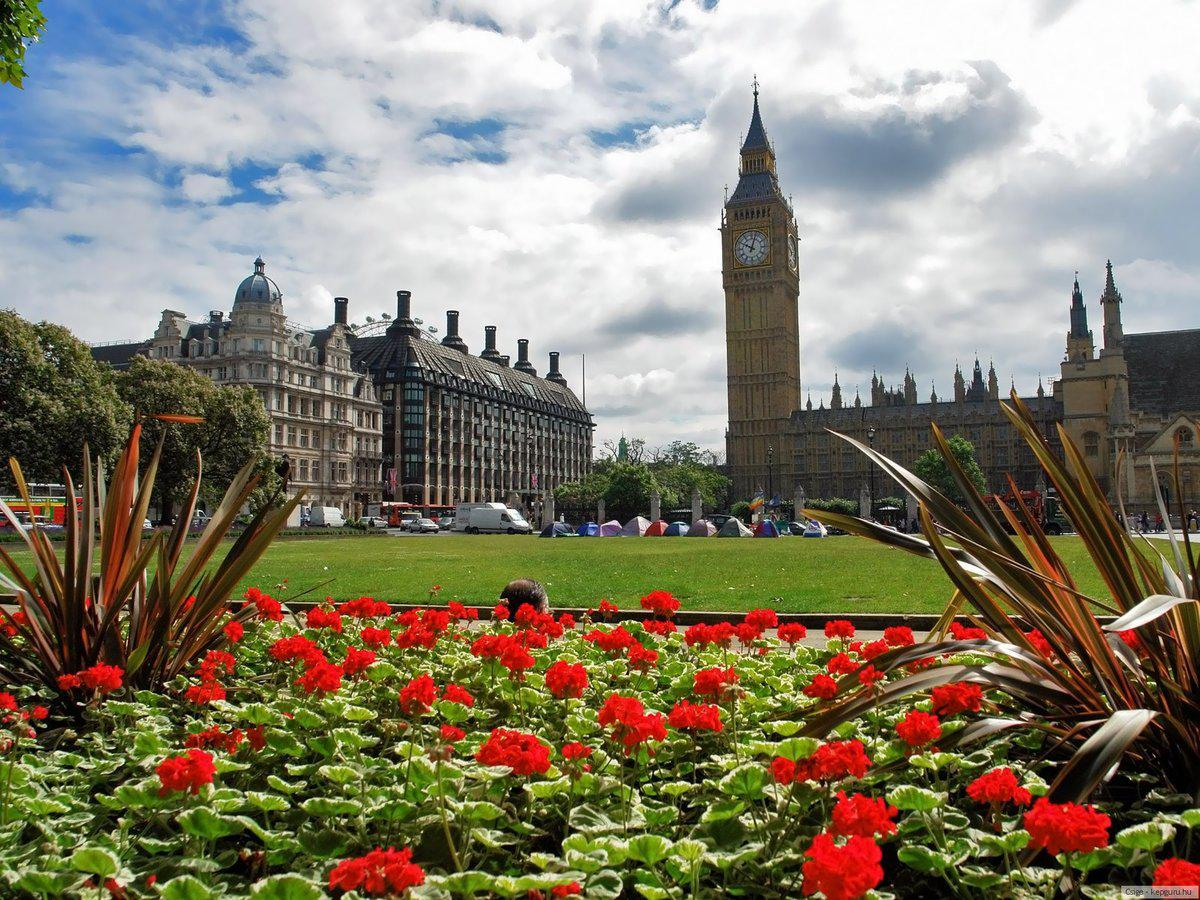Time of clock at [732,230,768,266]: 10:02
